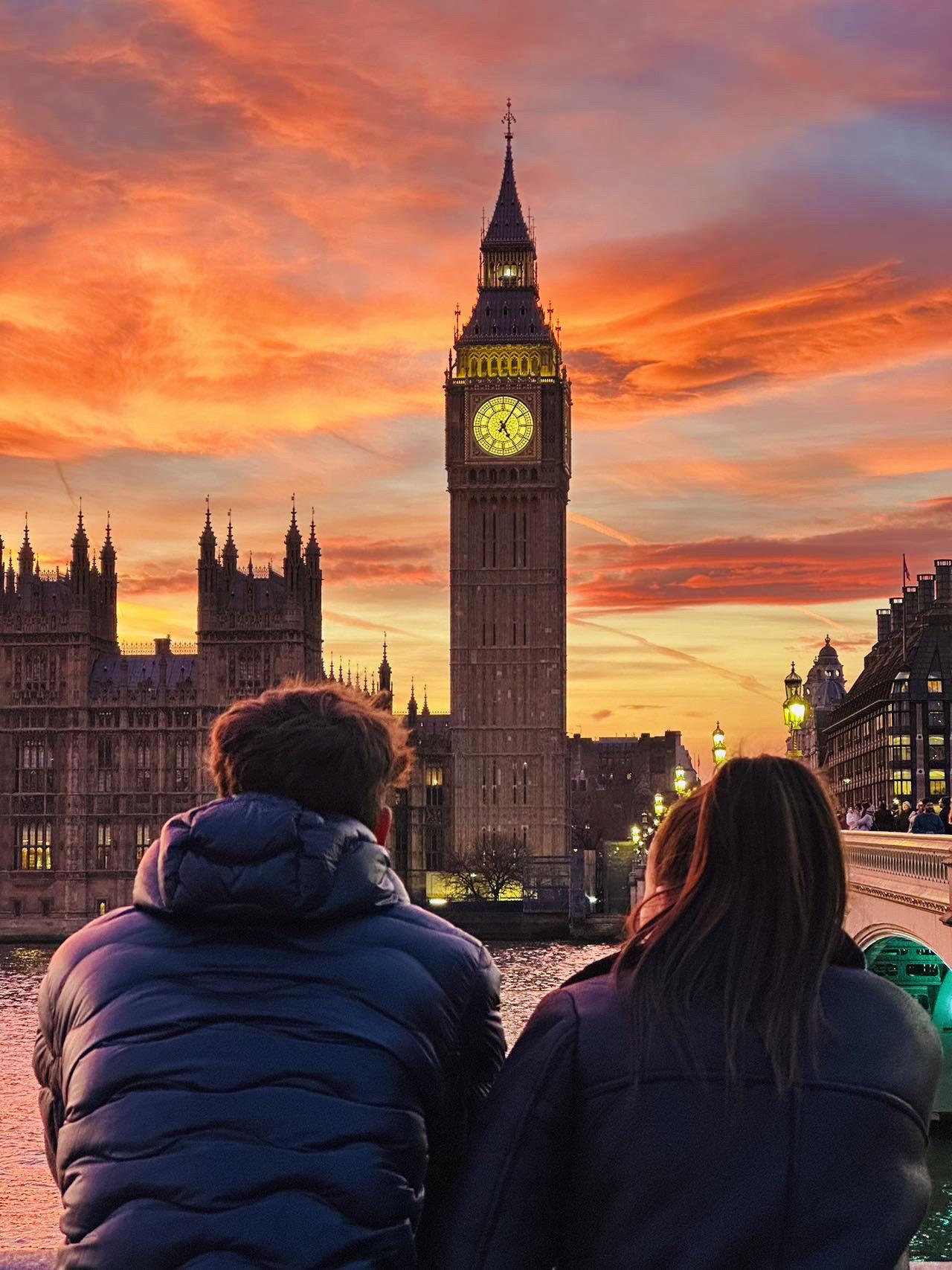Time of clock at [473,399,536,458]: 5:05
